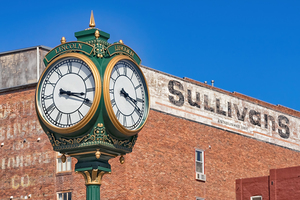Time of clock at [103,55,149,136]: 3:19
